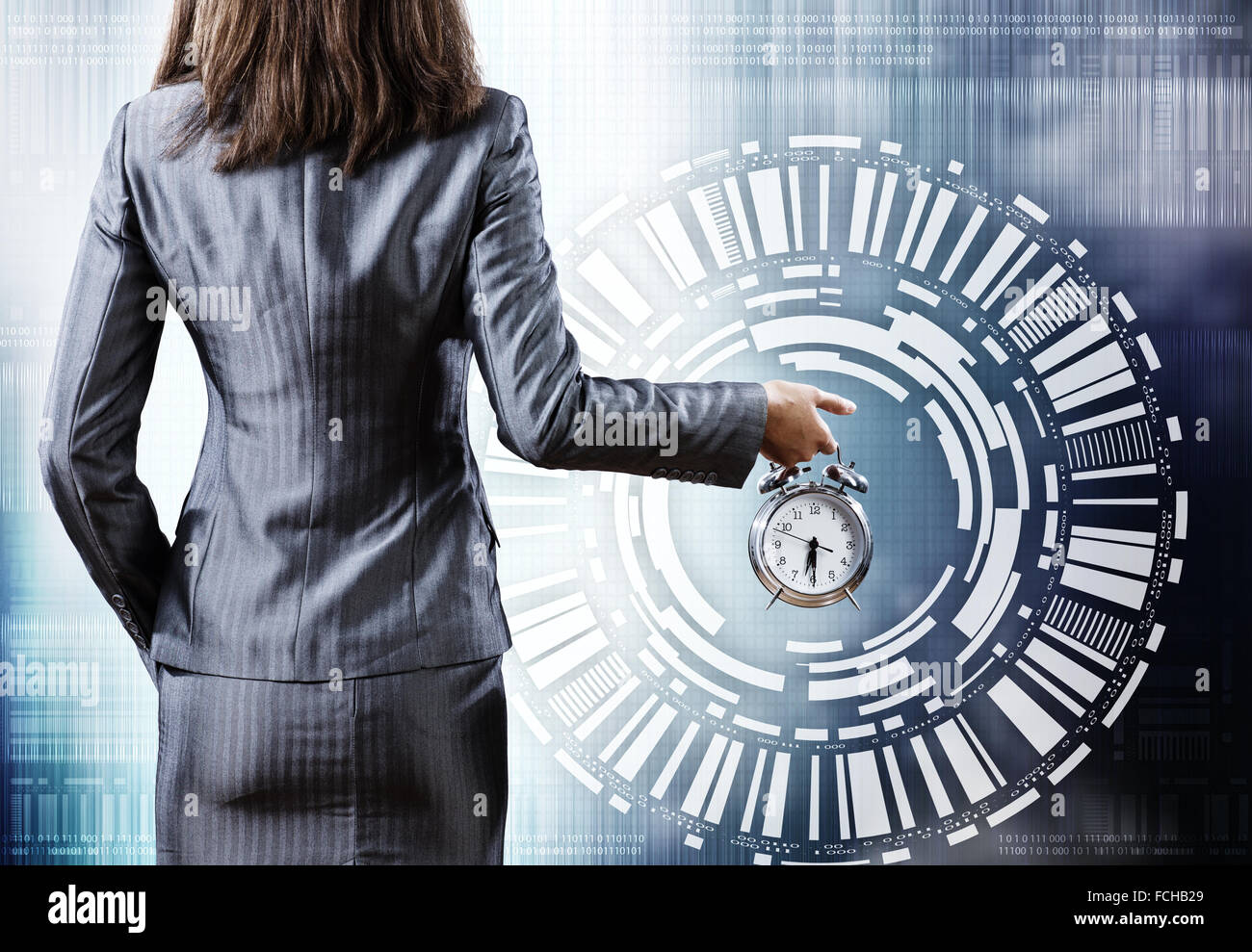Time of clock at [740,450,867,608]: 6:29
